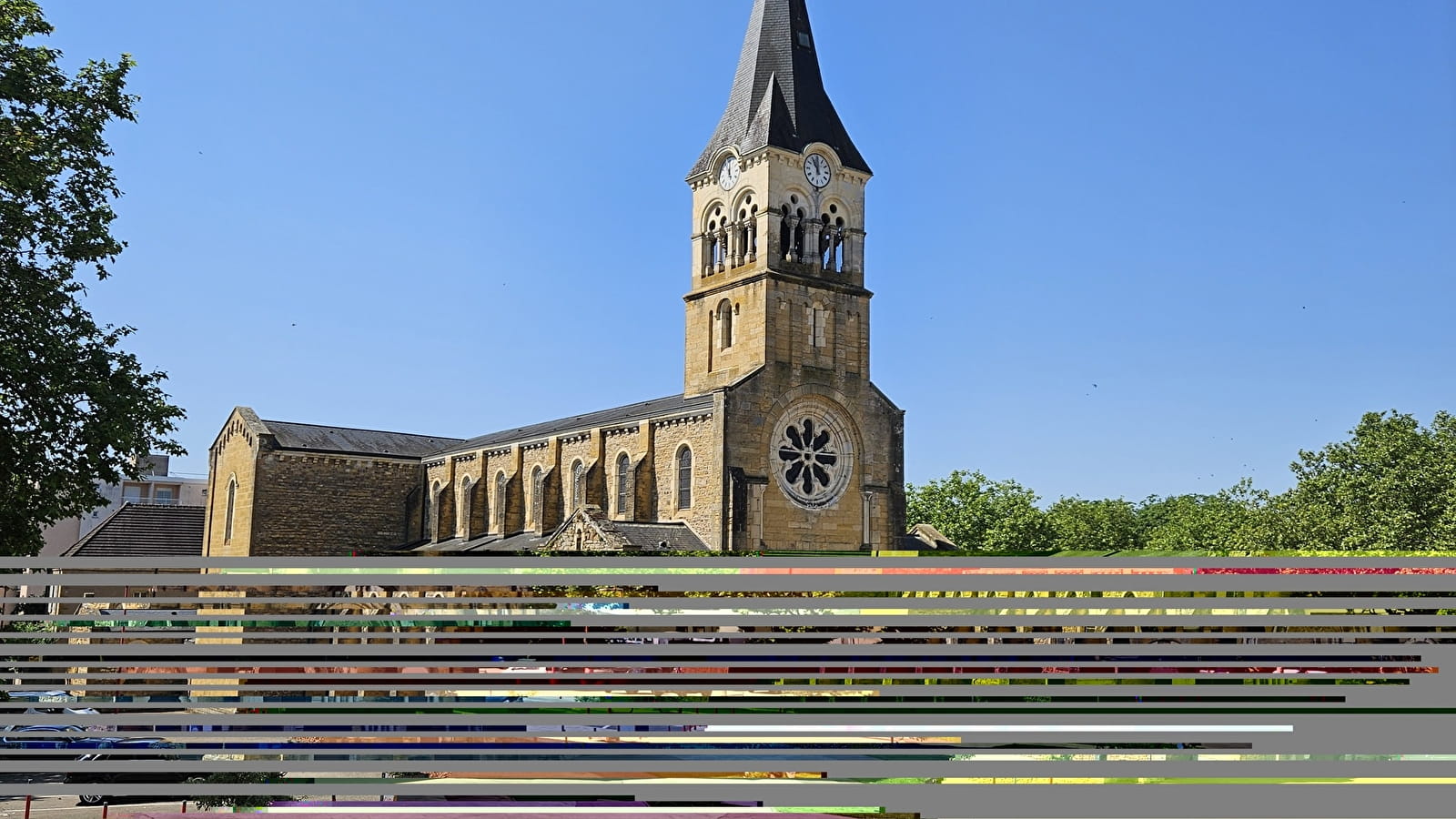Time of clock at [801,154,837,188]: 11:00
